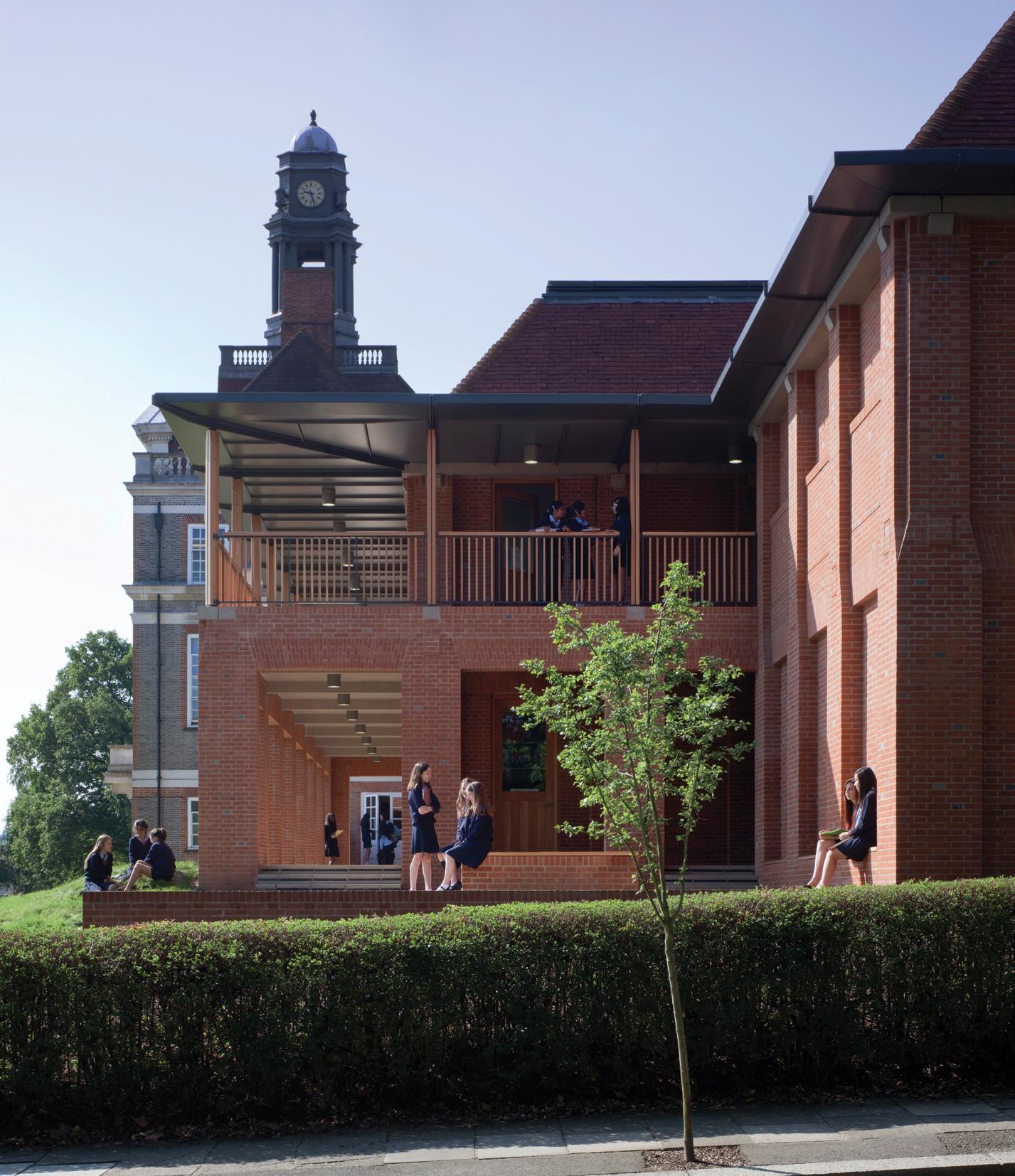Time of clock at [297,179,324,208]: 9:27
